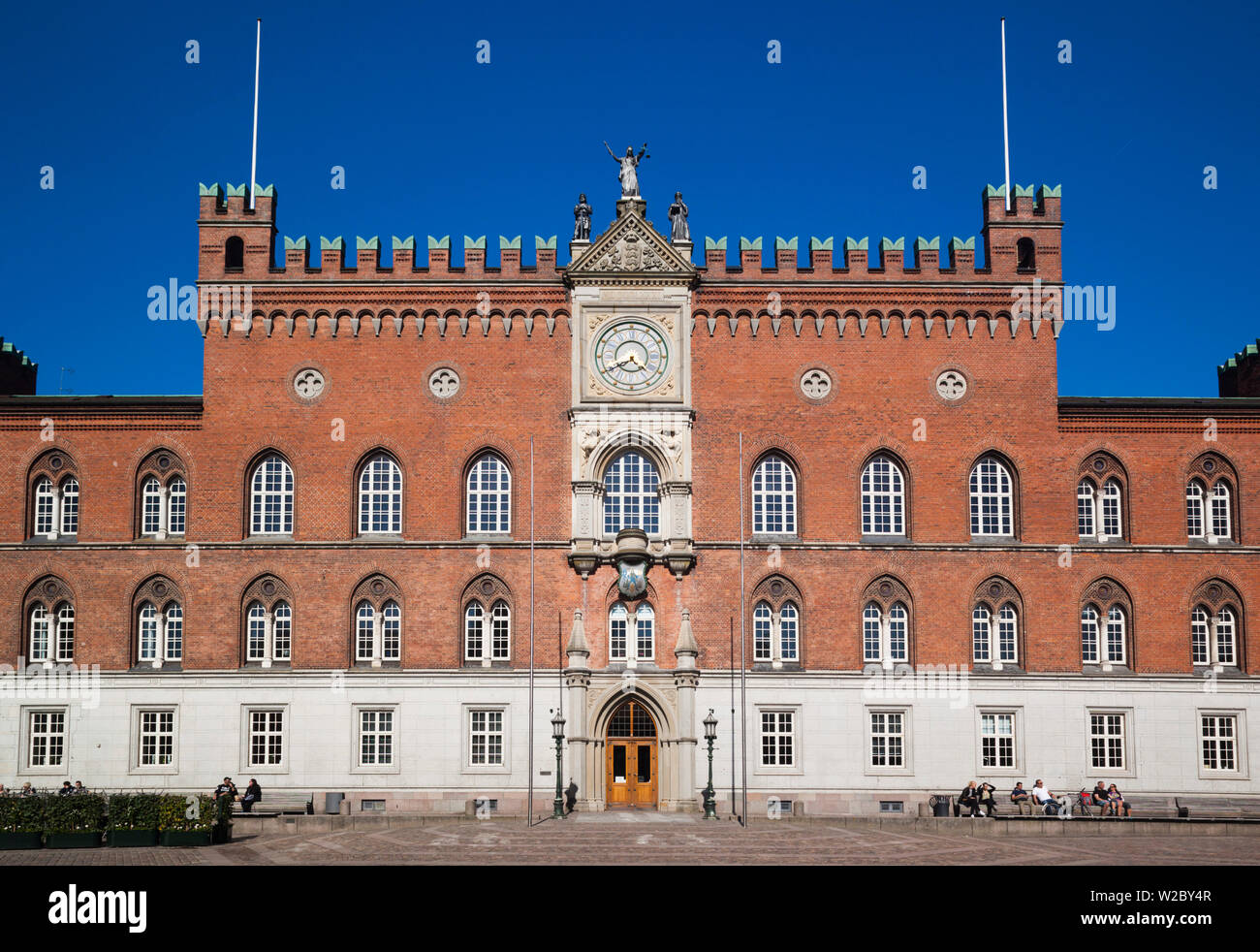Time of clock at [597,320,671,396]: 4:40
